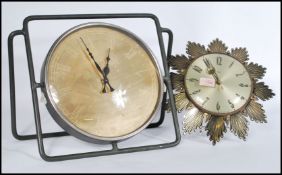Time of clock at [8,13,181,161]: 12:55
